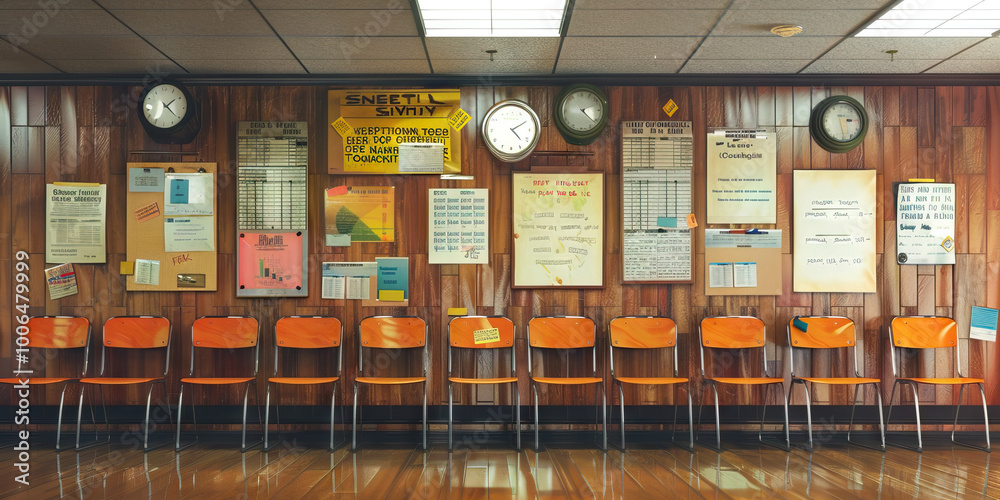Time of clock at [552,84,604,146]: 4:21
